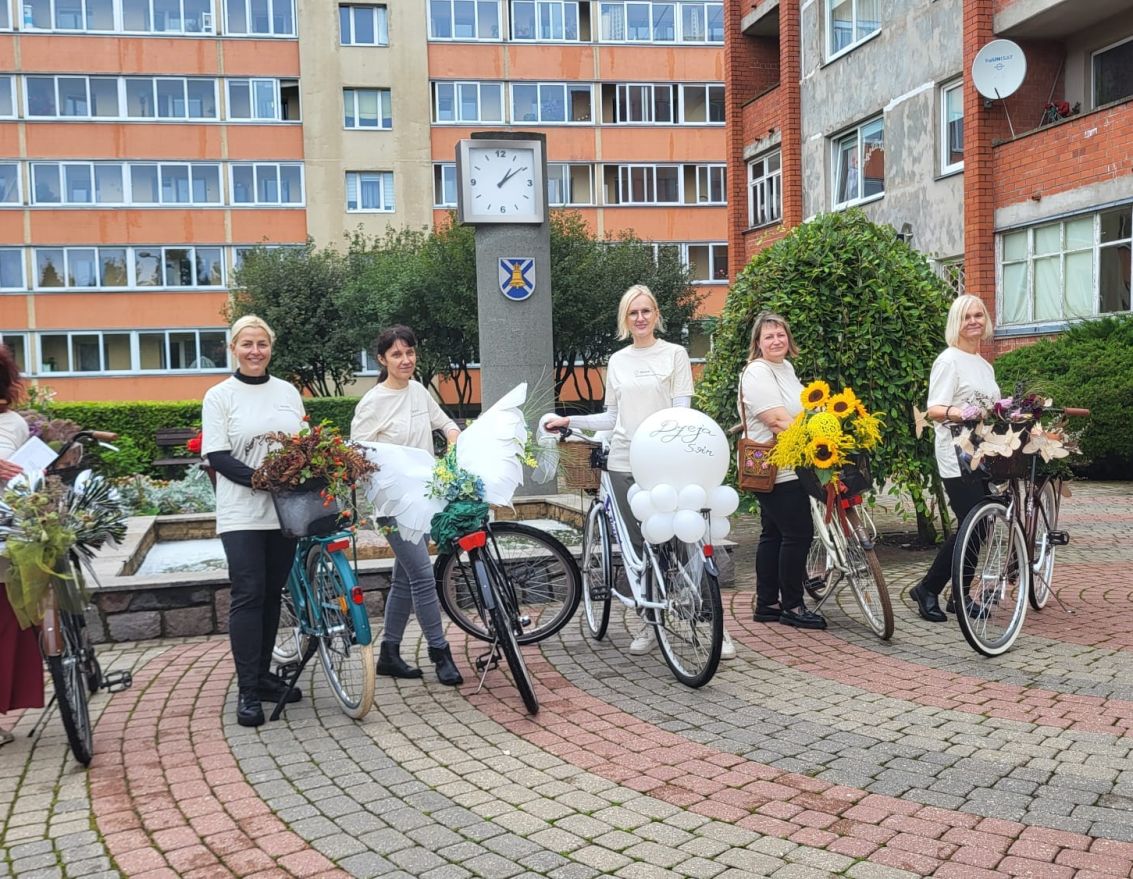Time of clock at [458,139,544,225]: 1:09
